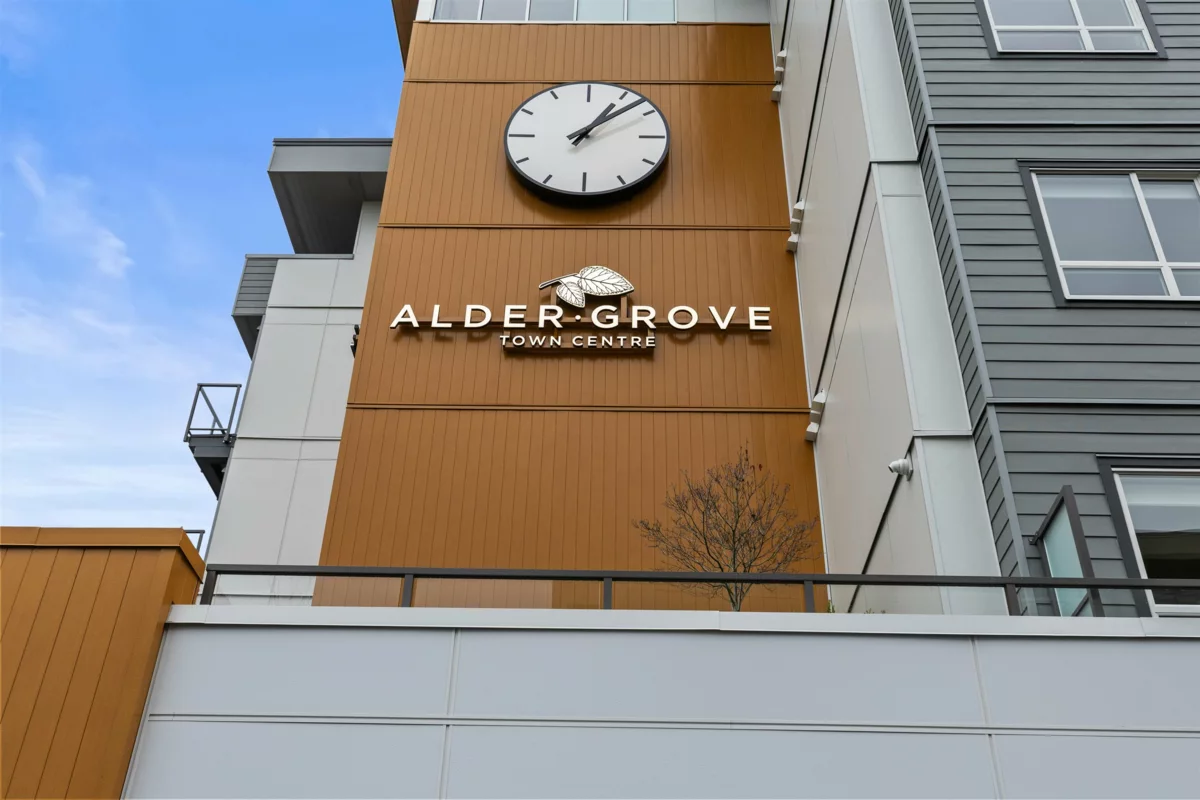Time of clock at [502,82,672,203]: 1:07
